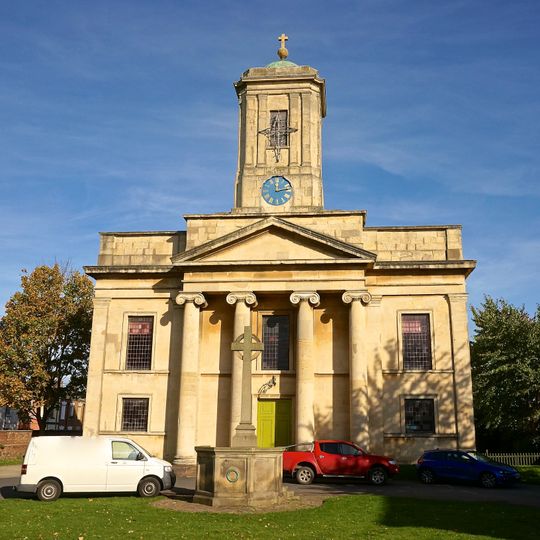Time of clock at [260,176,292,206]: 12:12
